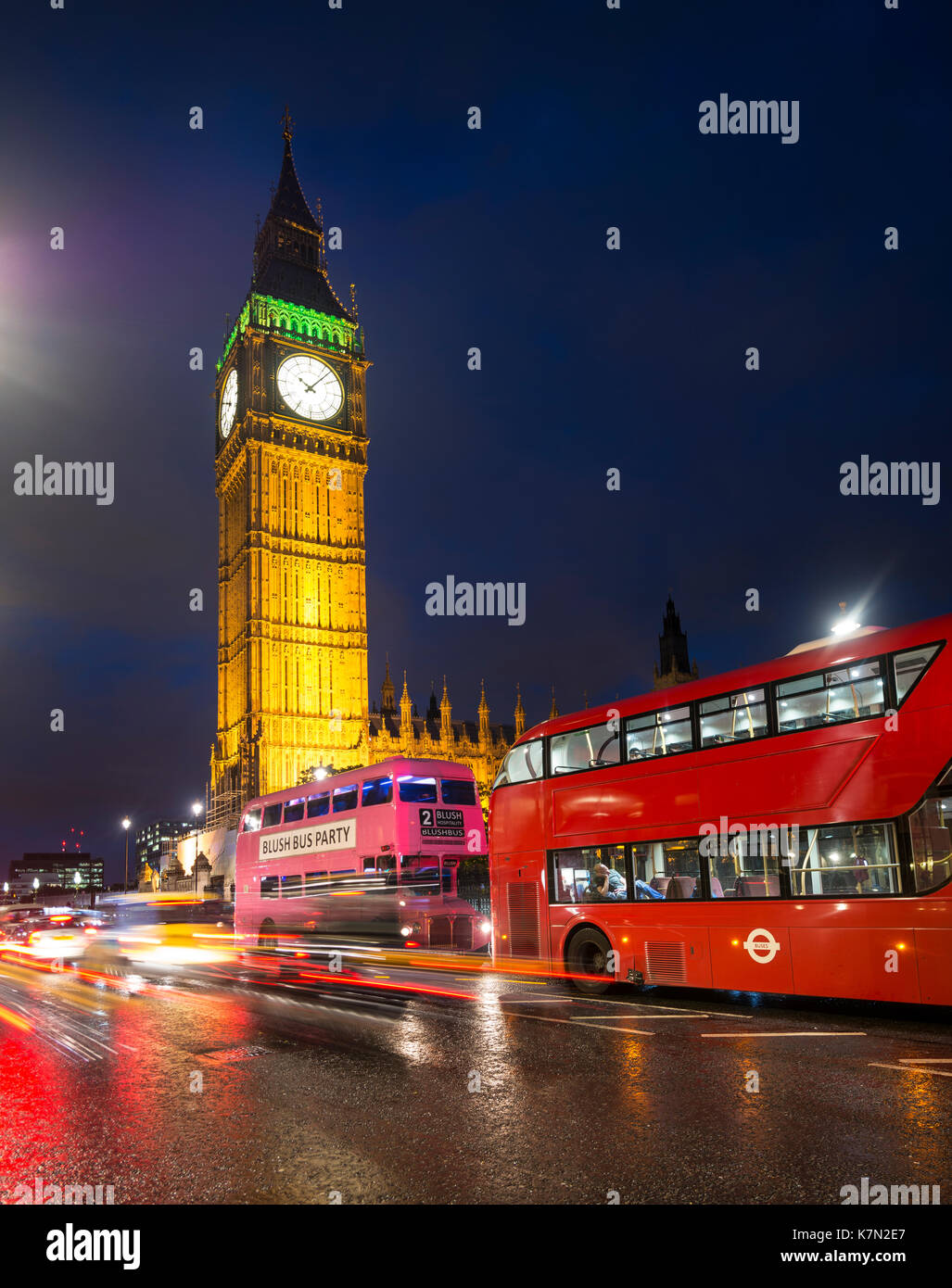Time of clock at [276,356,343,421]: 10:07
